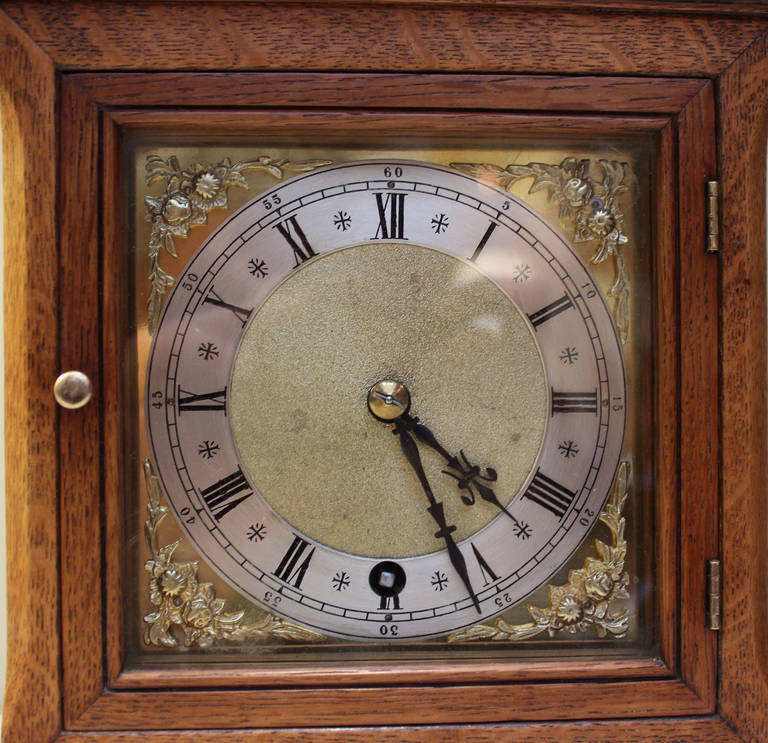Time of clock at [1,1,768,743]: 4:26
